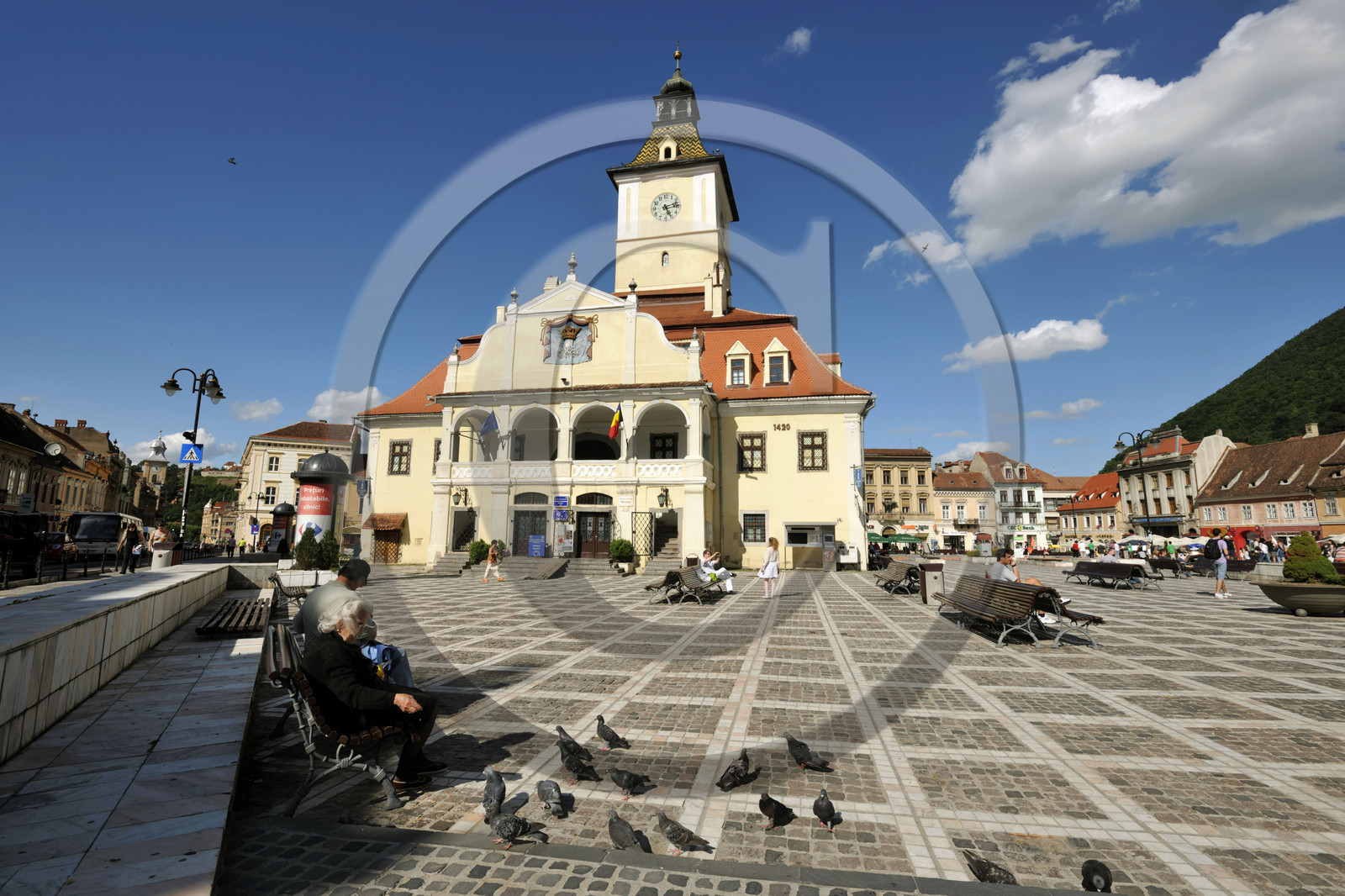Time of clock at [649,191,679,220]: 5:12
